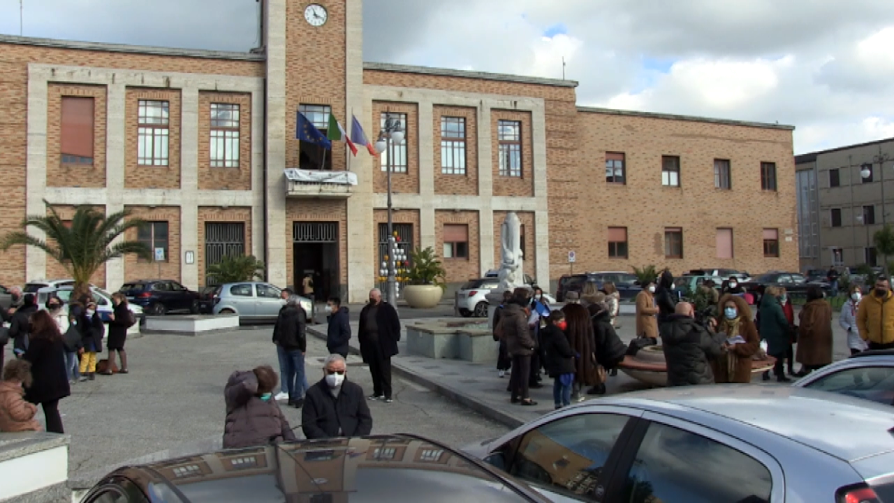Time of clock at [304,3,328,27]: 11:18
